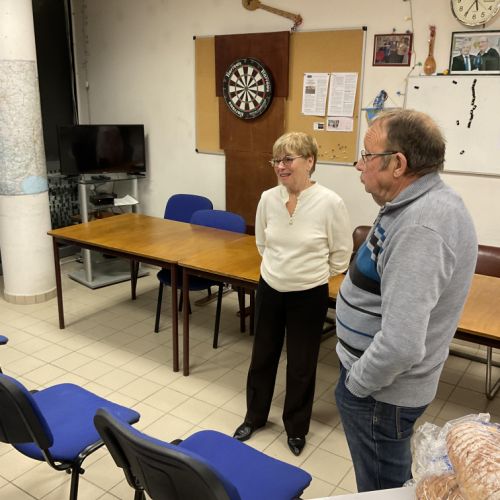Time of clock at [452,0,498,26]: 5:35
